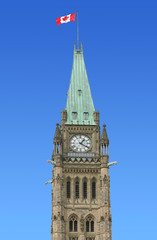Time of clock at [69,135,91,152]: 1:20
